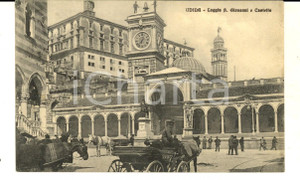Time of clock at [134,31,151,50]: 7:01
